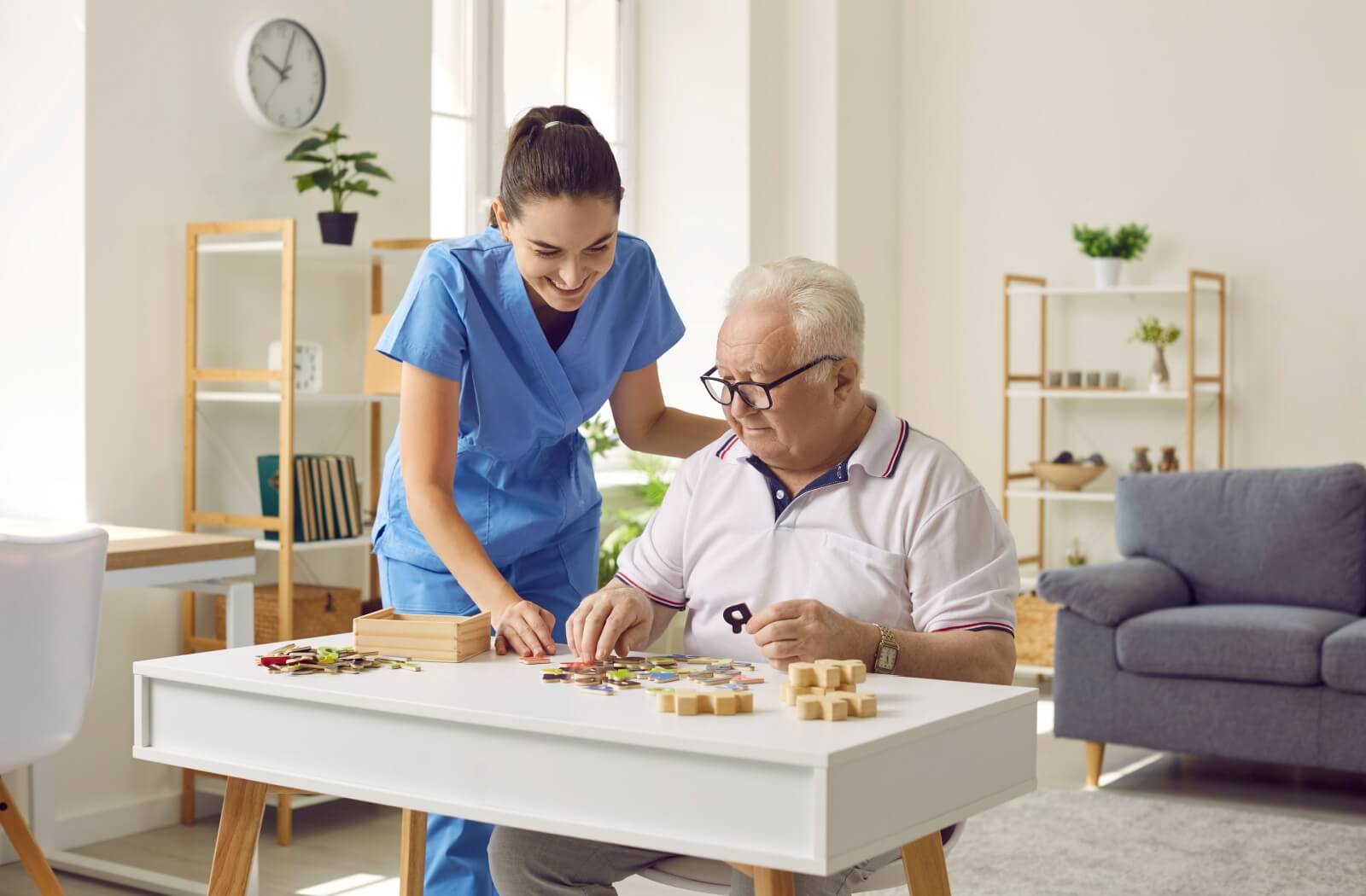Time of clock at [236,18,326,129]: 10:03
